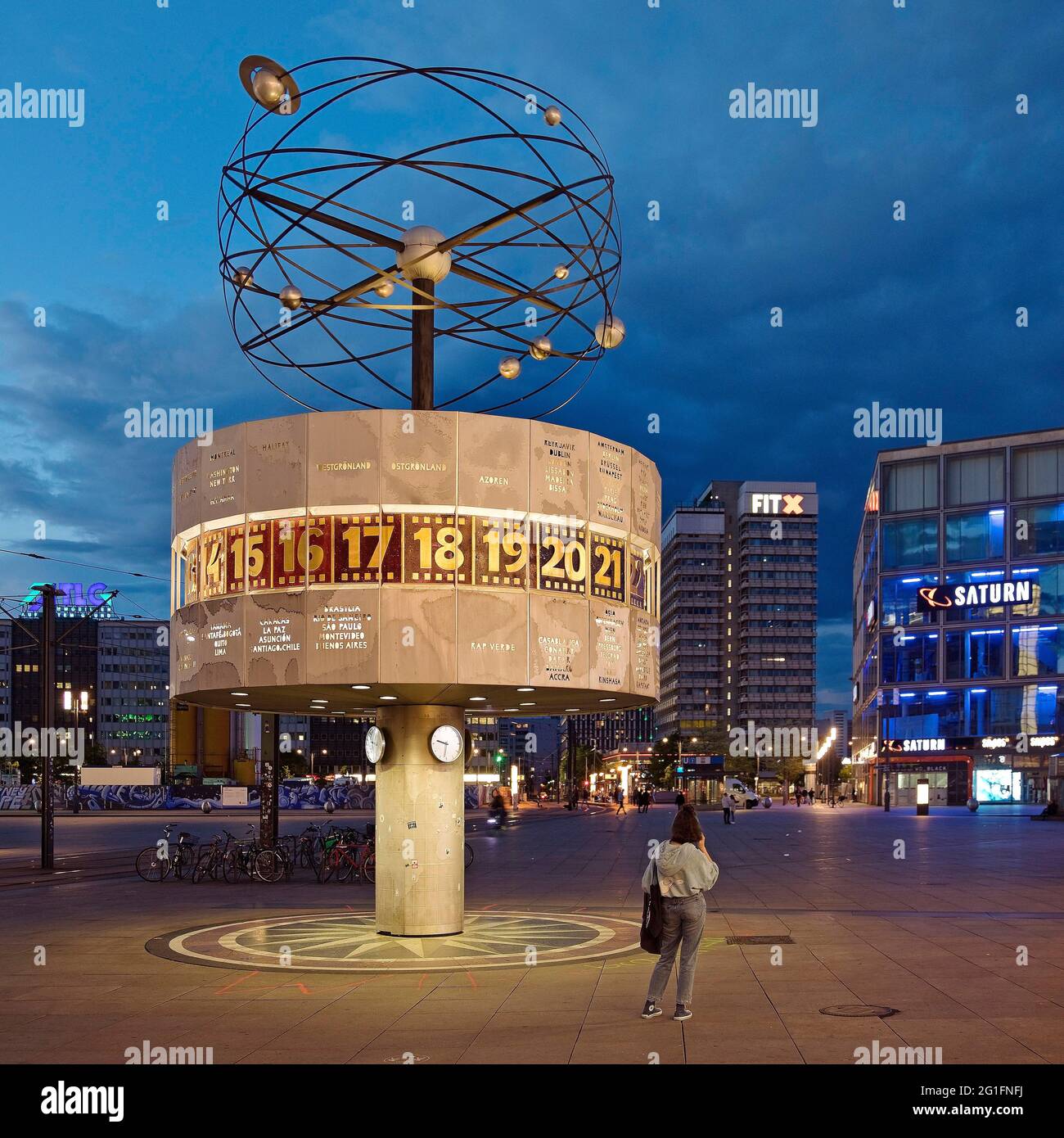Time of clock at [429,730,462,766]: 9:31
